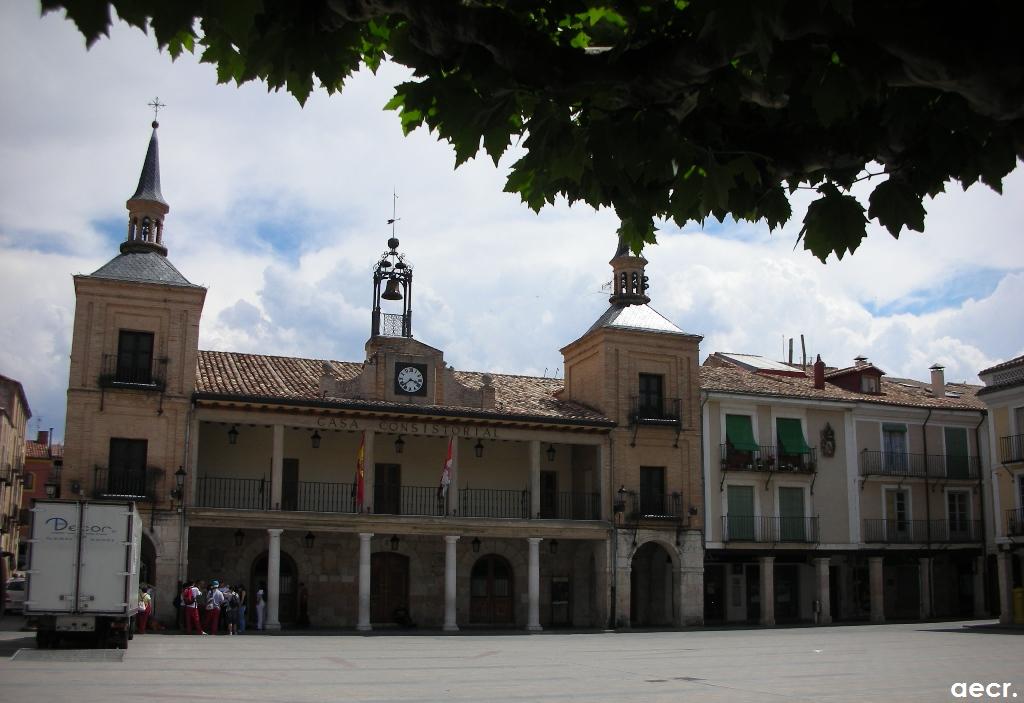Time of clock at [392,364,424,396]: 3:38
